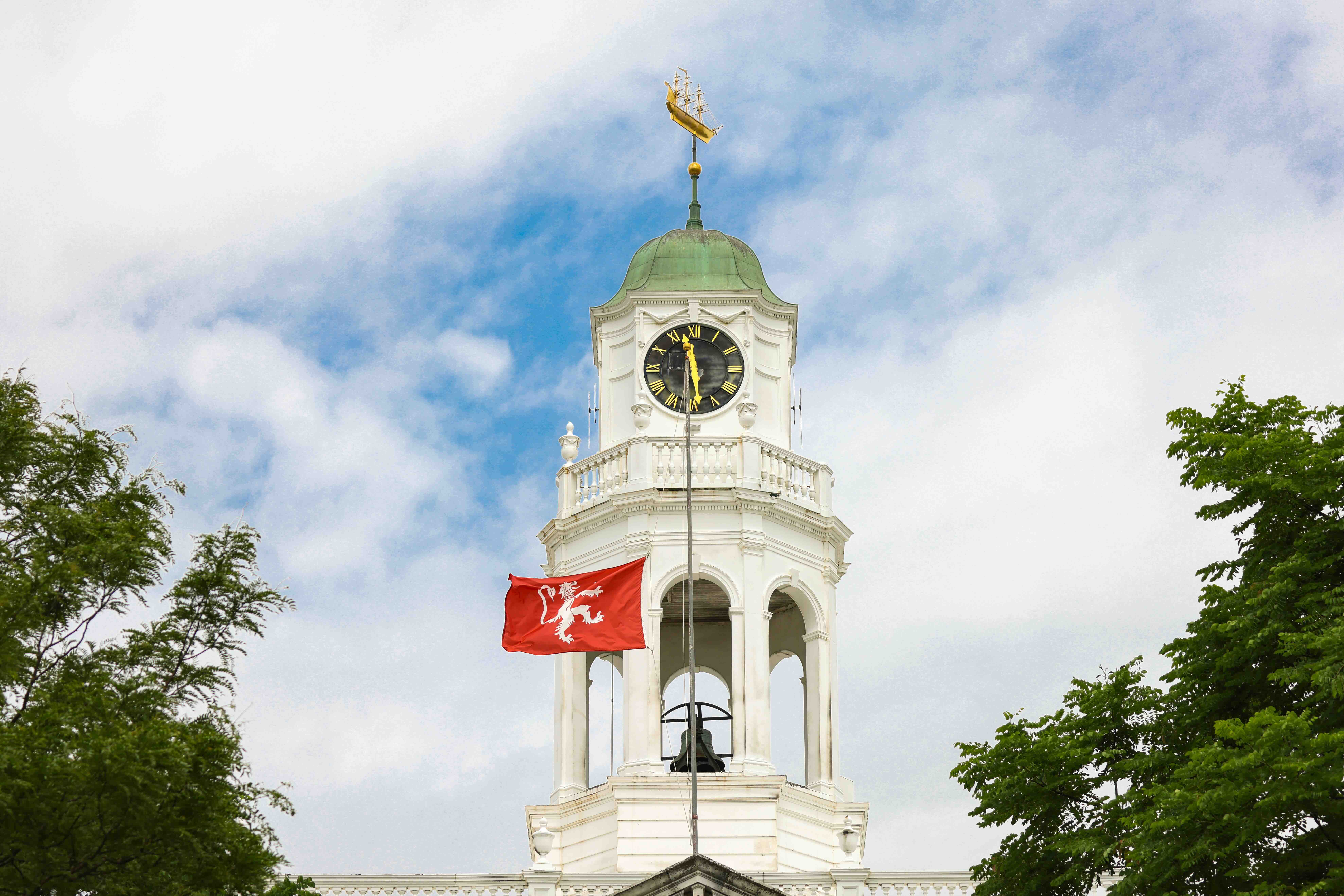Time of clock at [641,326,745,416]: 11:28
